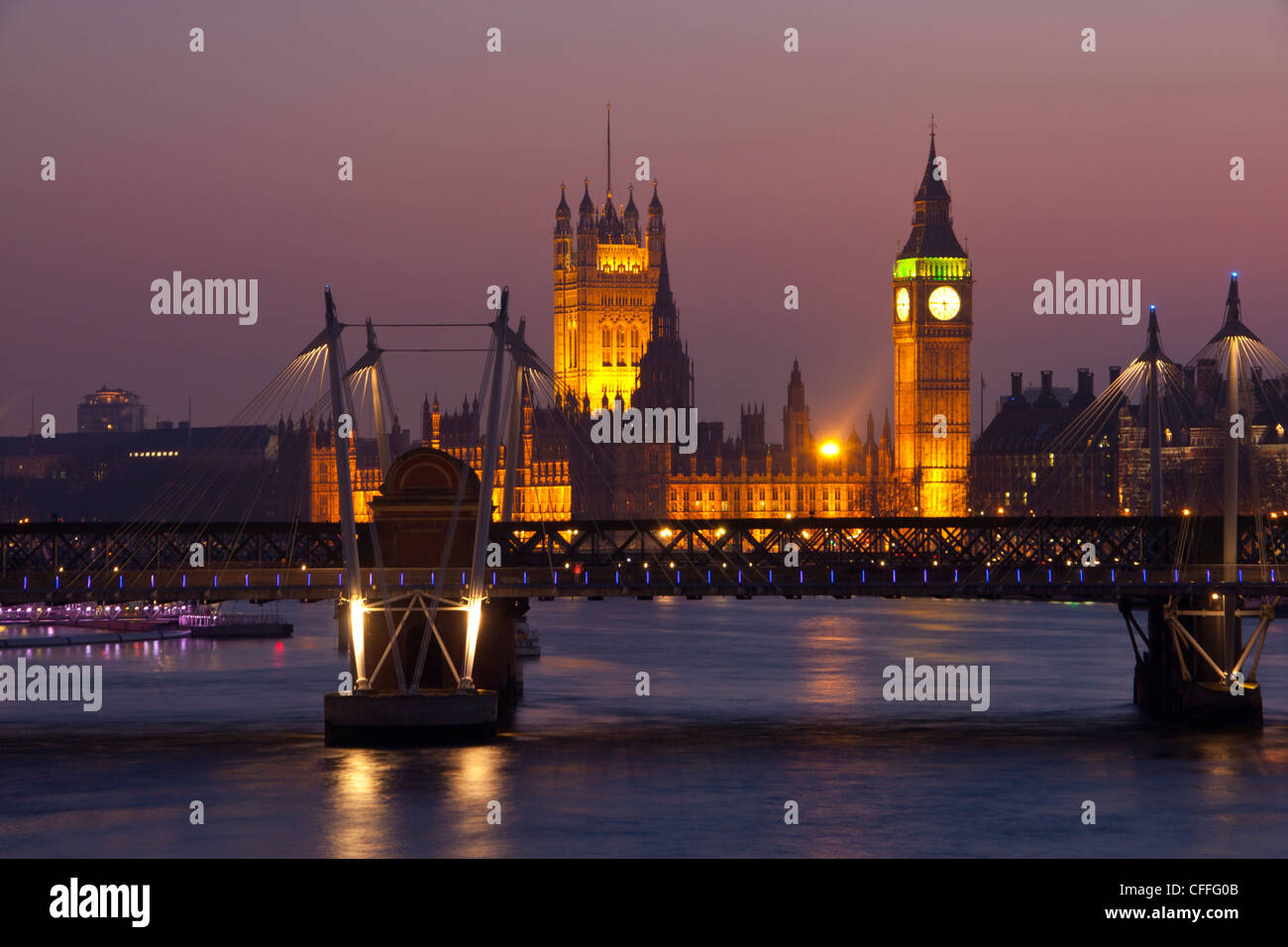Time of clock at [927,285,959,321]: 5:45
